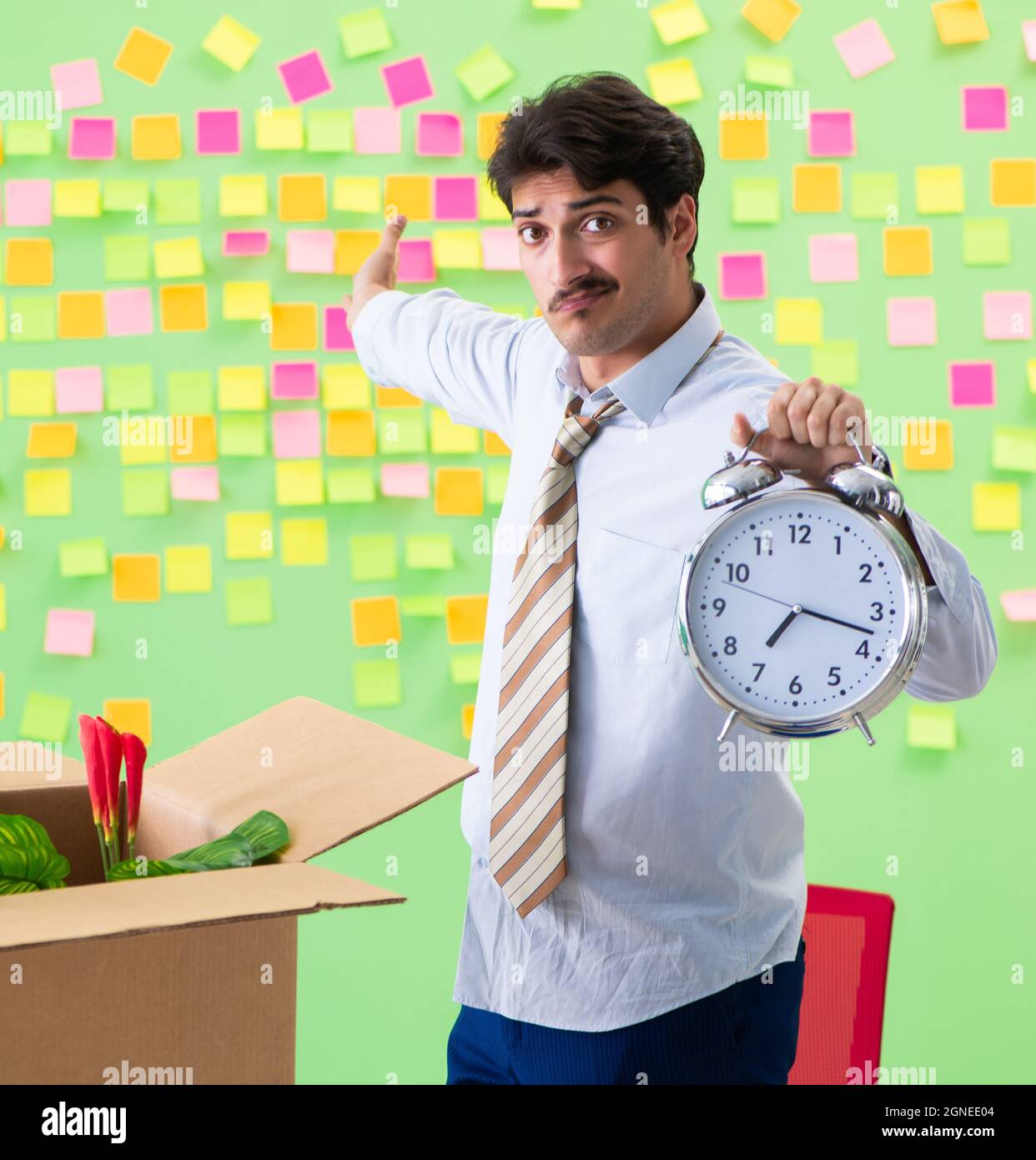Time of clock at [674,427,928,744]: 7:17
